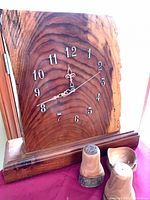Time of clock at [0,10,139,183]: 11:41
